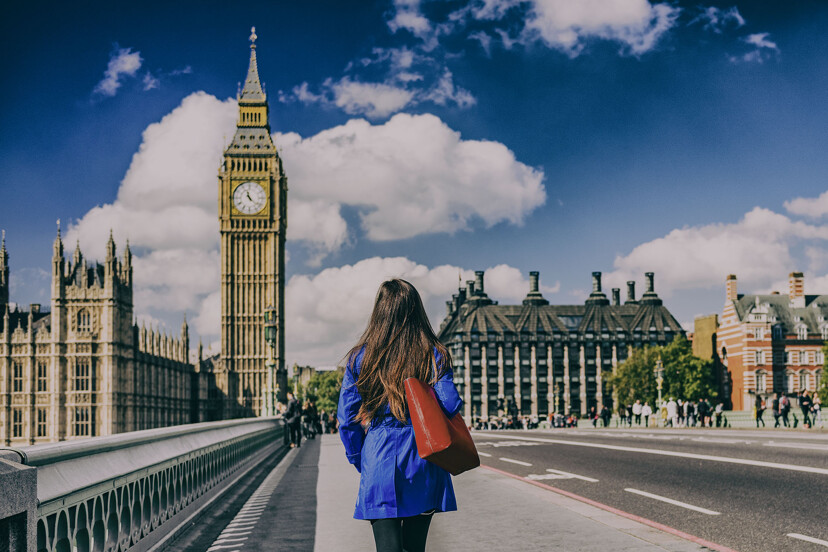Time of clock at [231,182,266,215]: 11:22
